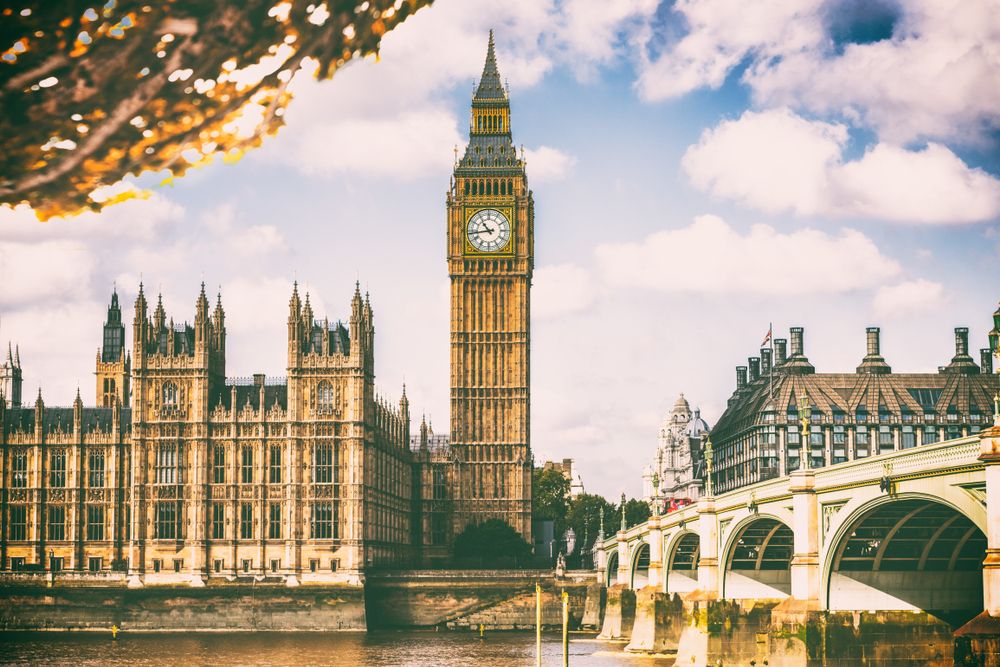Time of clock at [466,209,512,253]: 10:43
